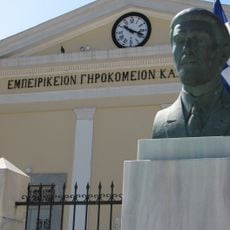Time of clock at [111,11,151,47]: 10:18
